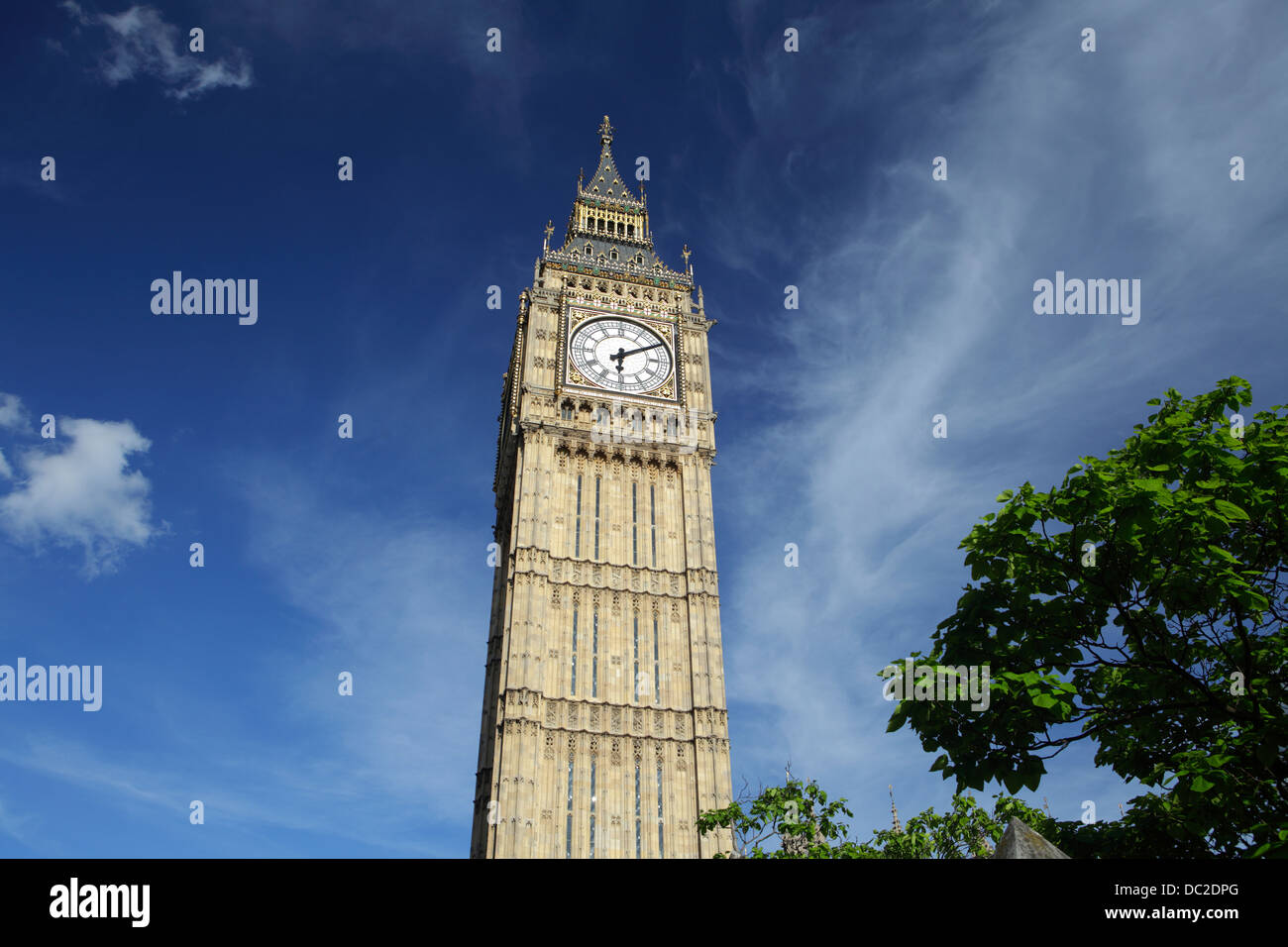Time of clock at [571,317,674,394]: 6:10
